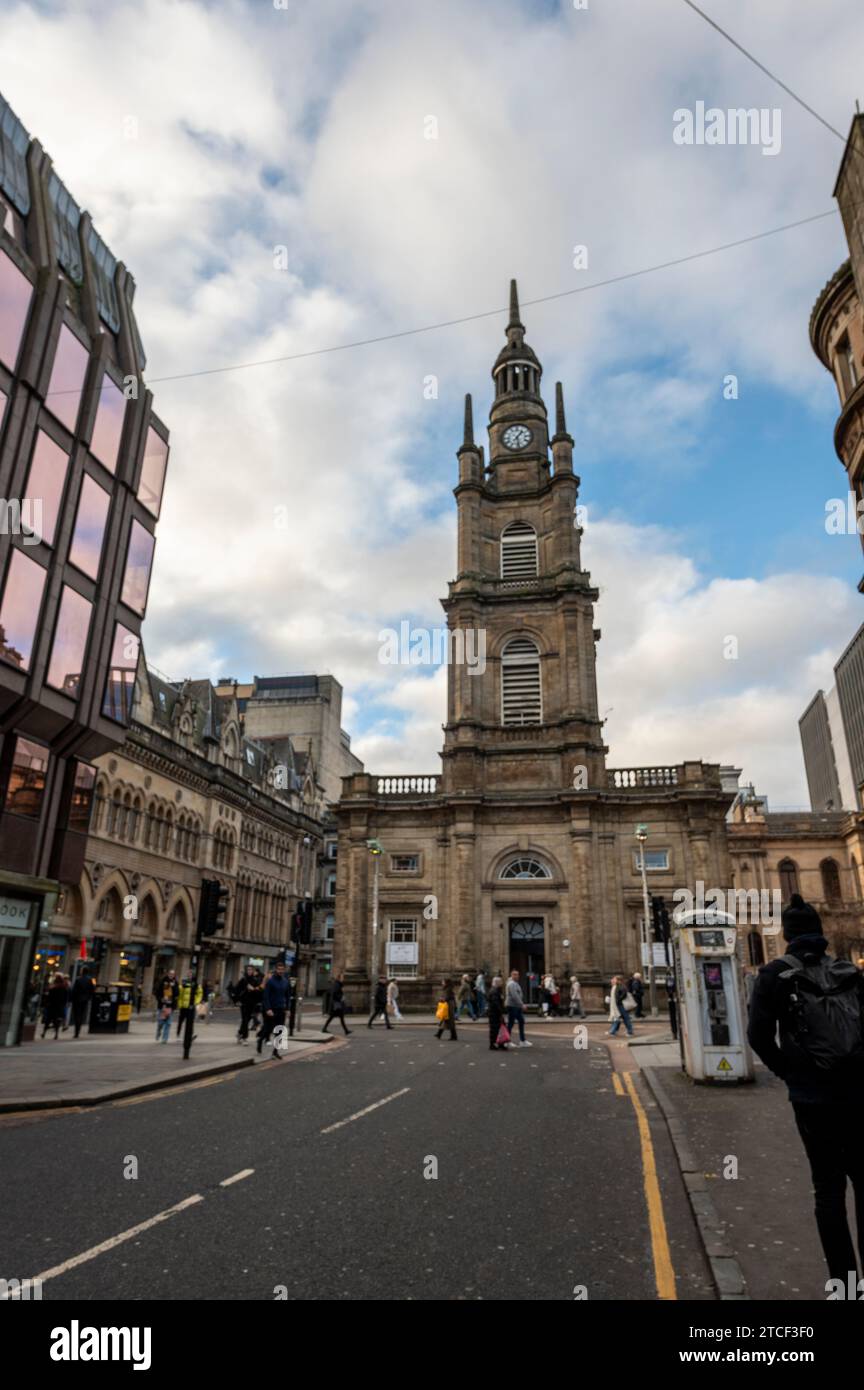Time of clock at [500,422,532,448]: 1:28
